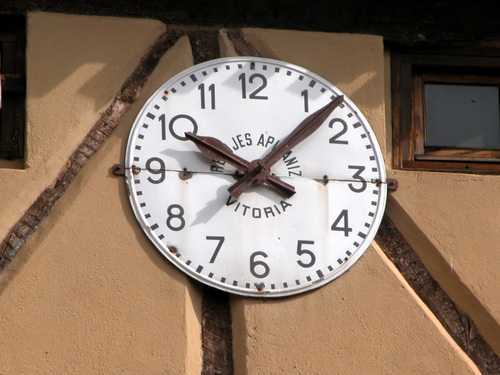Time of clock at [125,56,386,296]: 10:07
